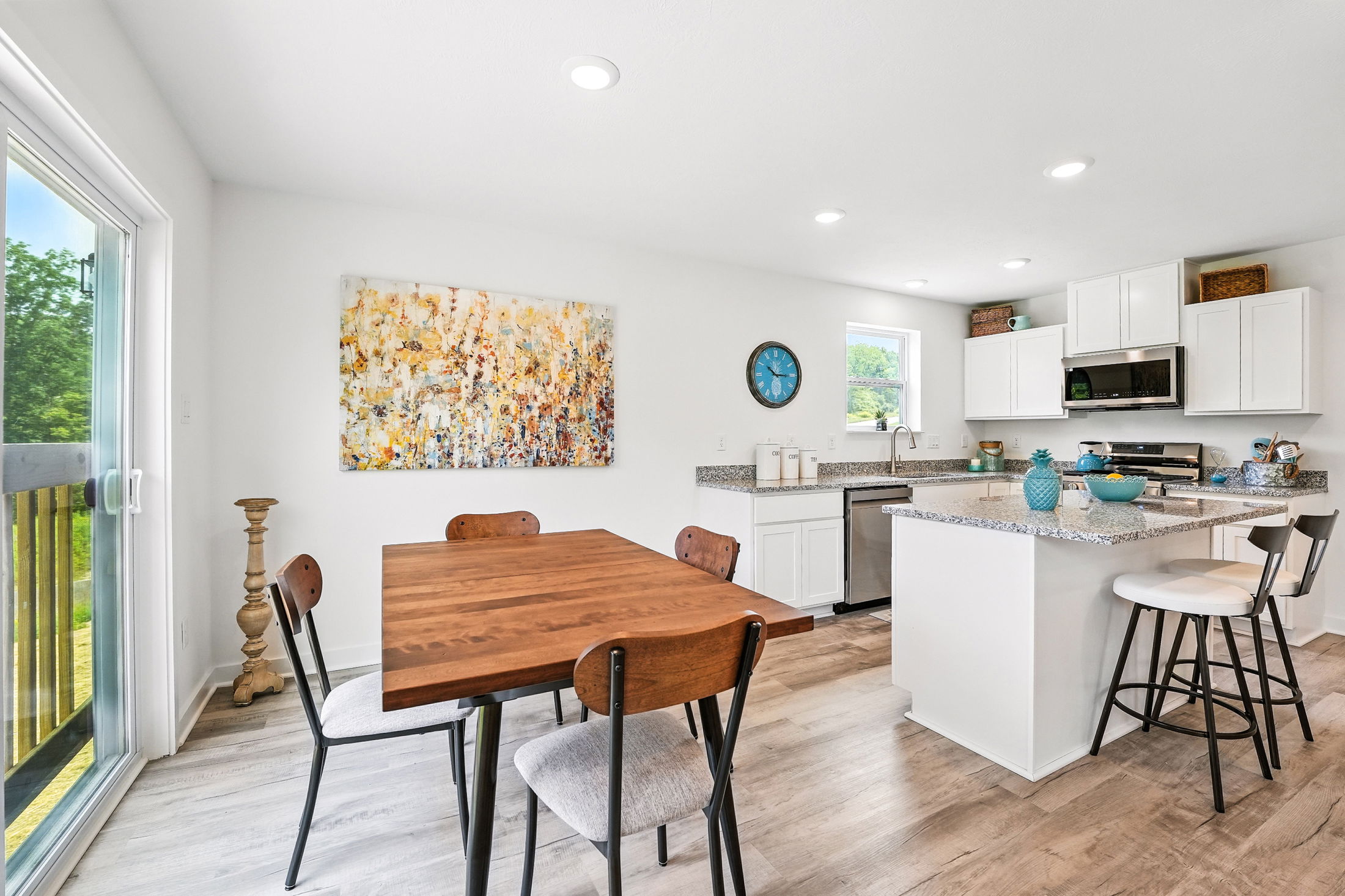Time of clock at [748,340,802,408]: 10:15
